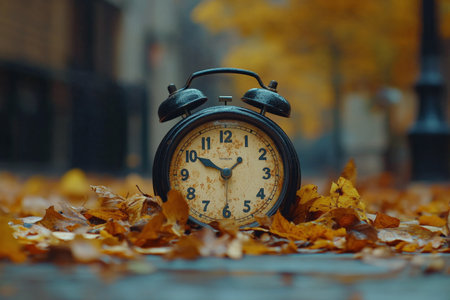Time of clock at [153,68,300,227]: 10:07
